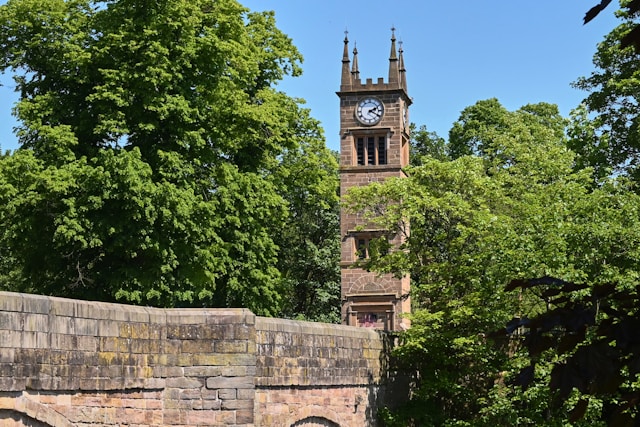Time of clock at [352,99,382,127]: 2:19
